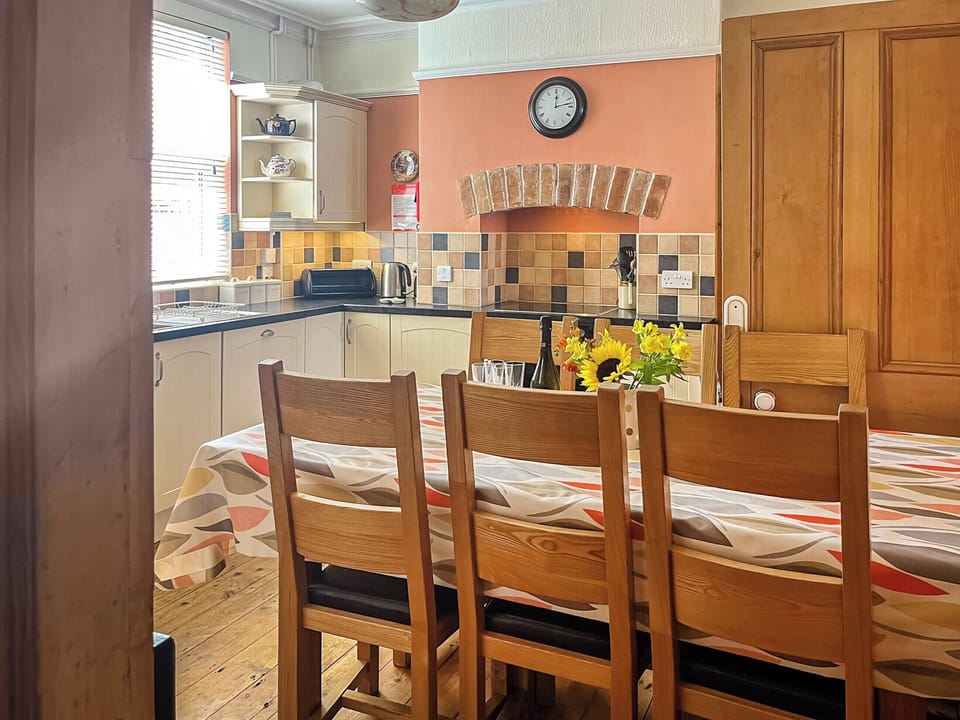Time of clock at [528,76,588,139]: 12:13
